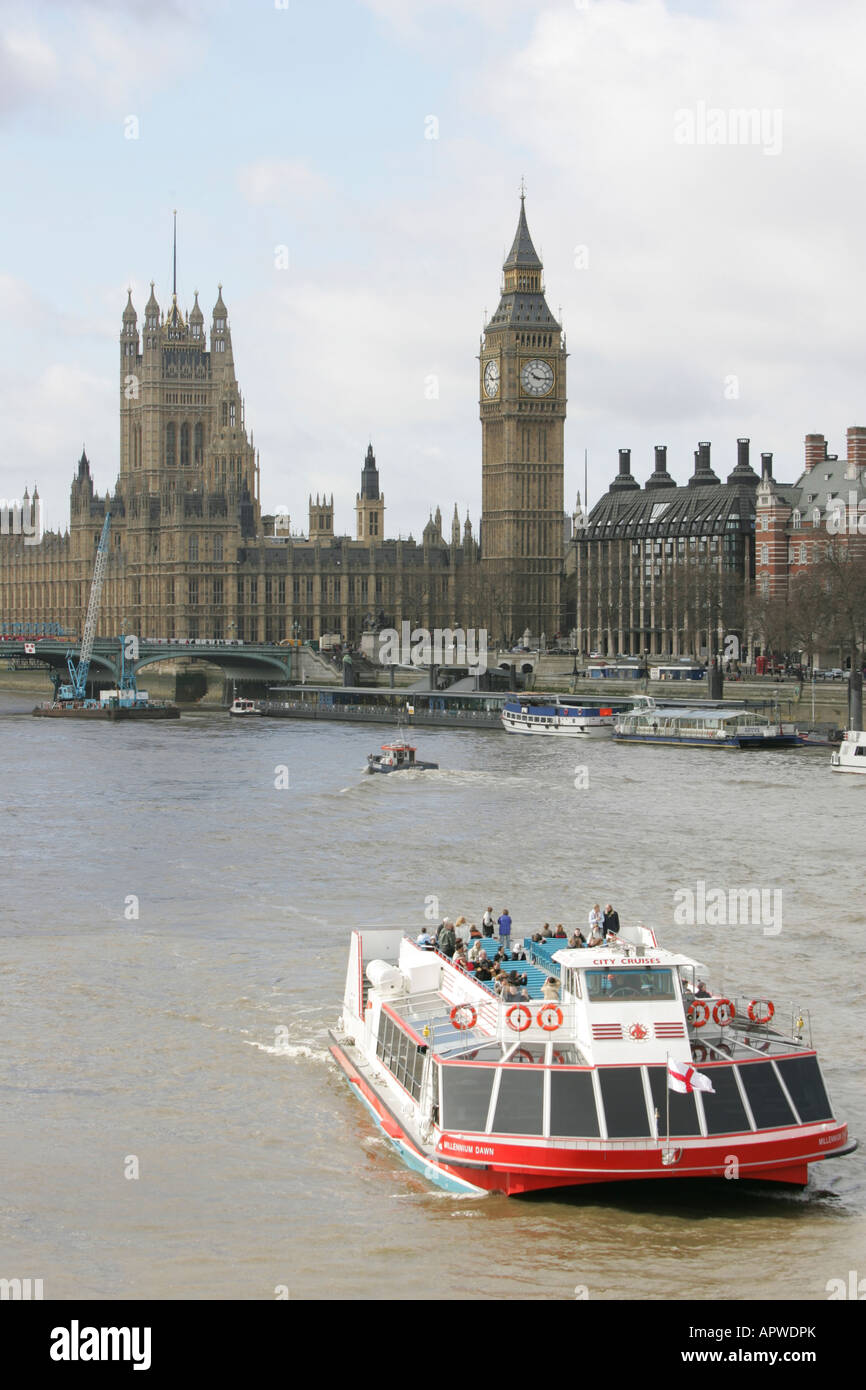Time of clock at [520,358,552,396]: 10:15
